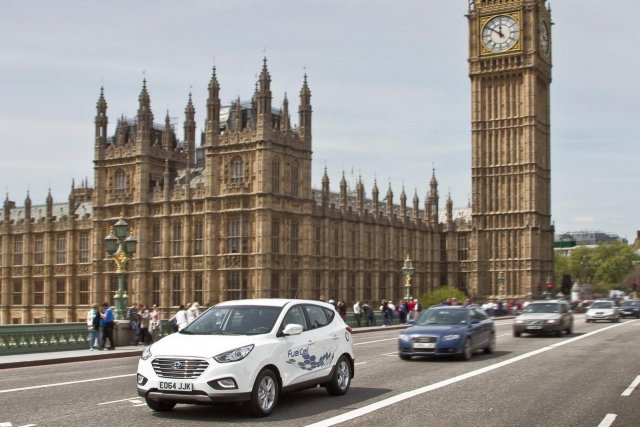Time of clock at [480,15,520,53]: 11:50
